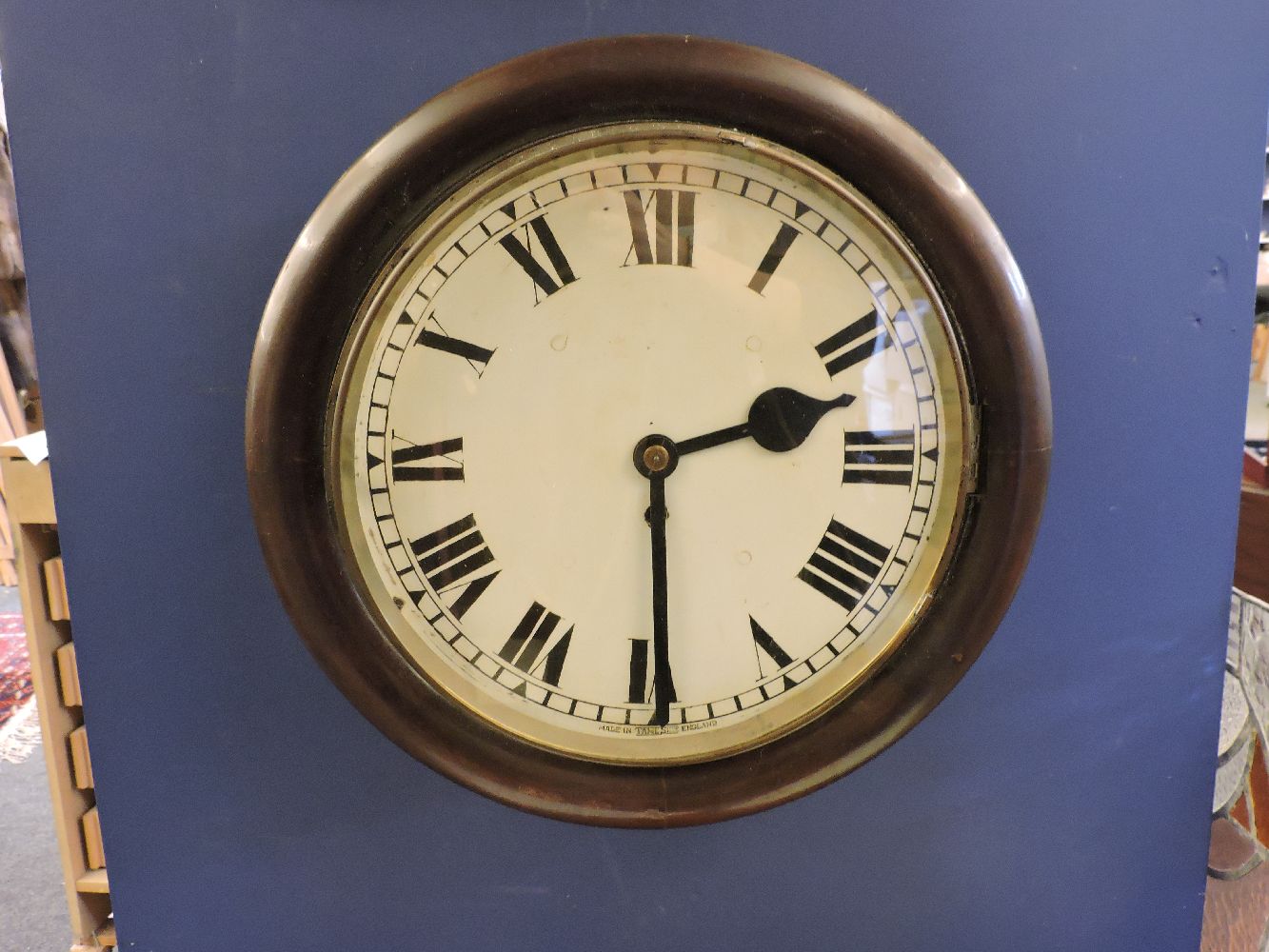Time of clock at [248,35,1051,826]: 2:29
